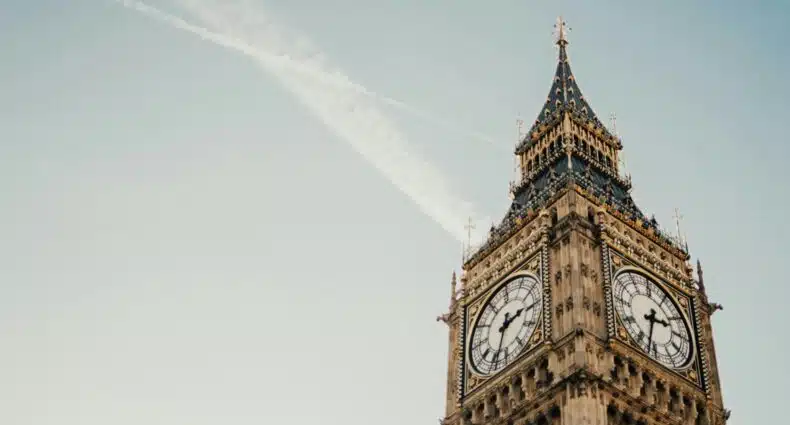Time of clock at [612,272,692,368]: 2:32
